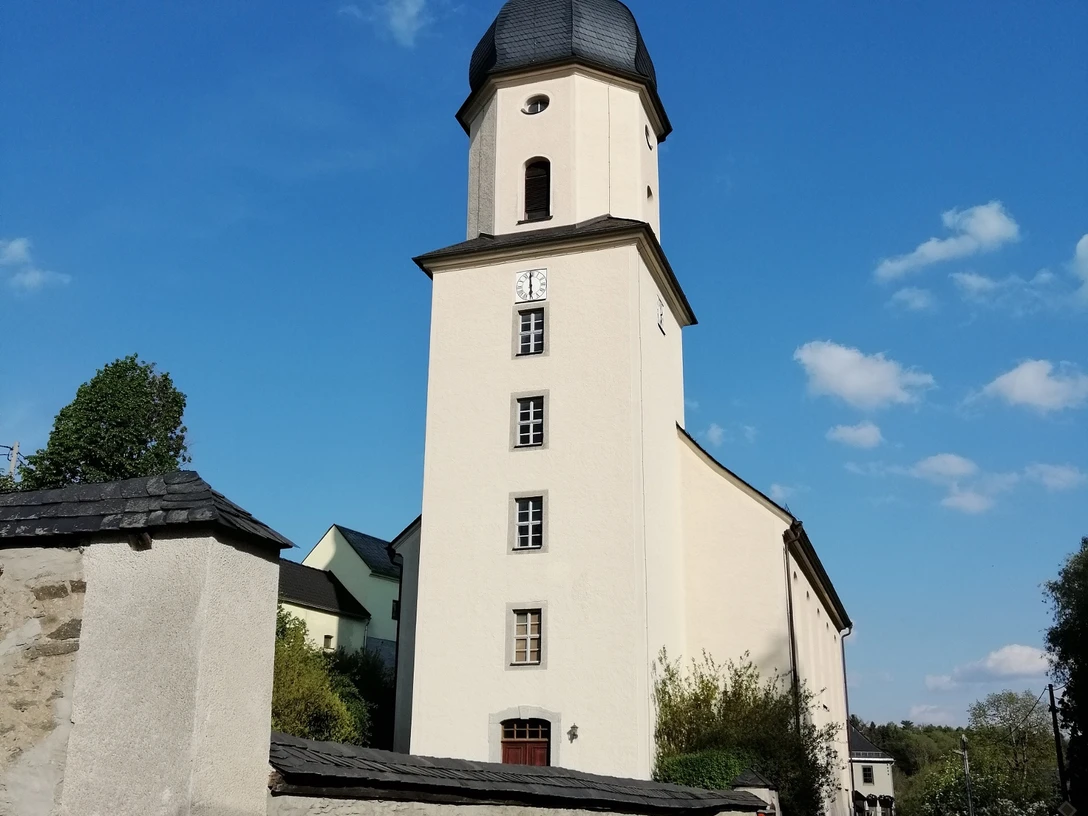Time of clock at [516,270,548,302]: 5:59
